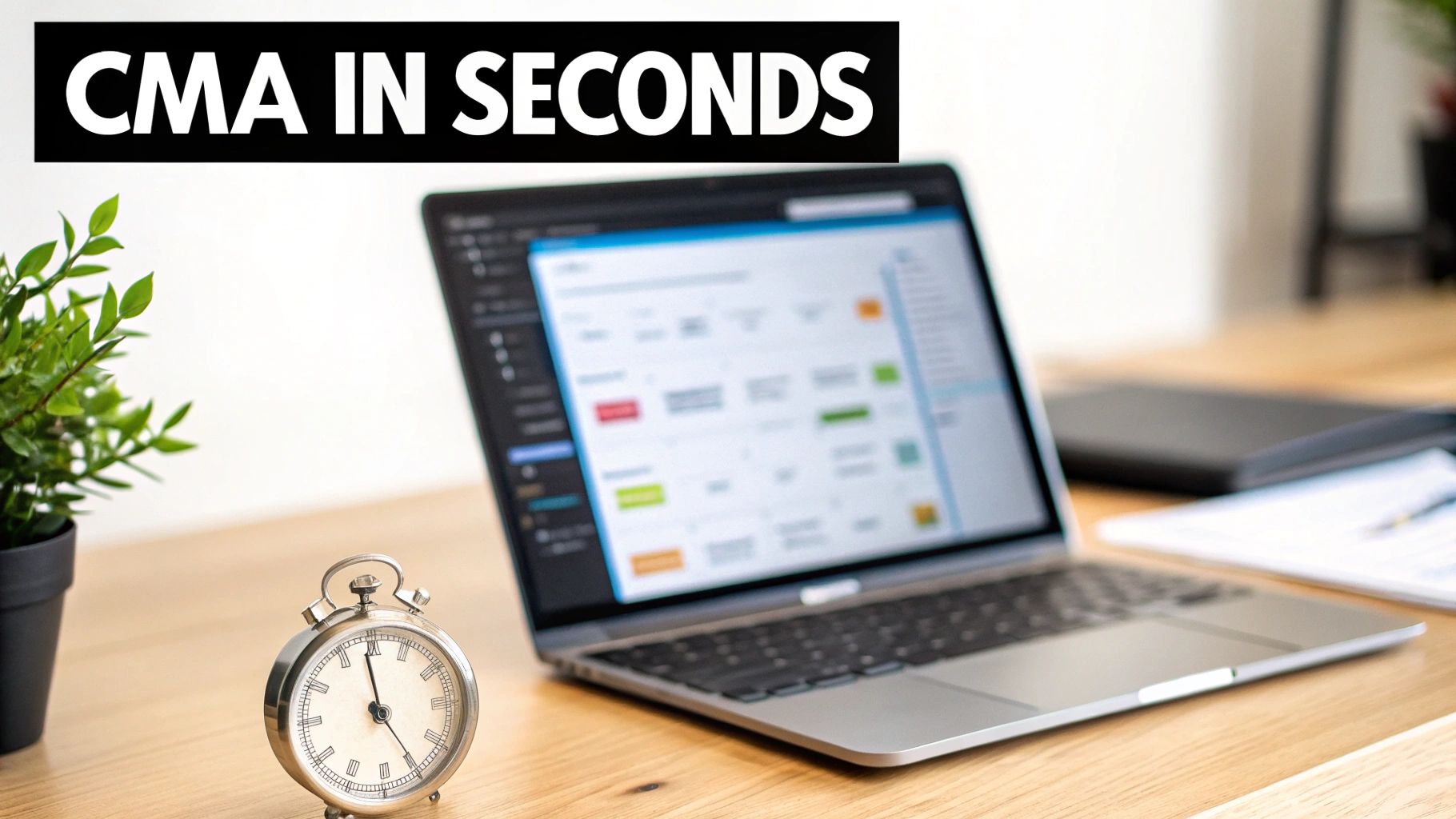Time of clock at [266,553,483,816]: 4:58
